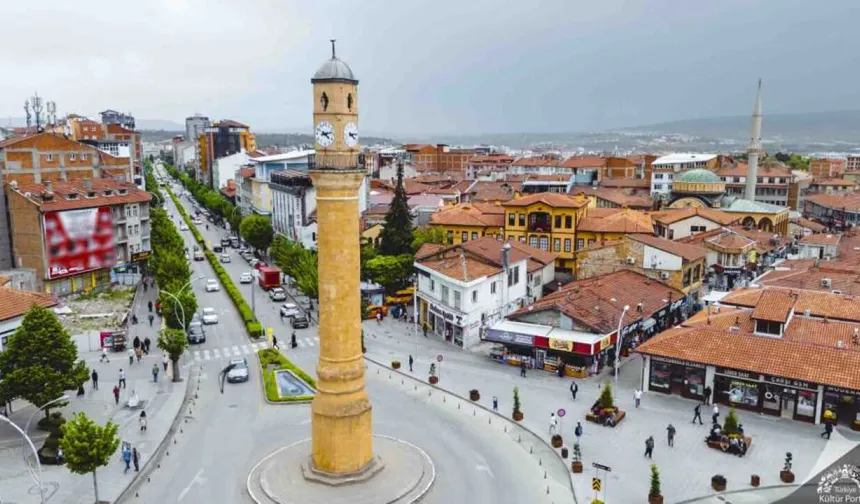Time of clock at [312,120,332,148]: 4:12
